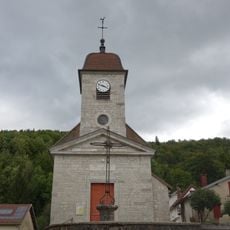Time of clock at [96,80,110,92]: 3:48
